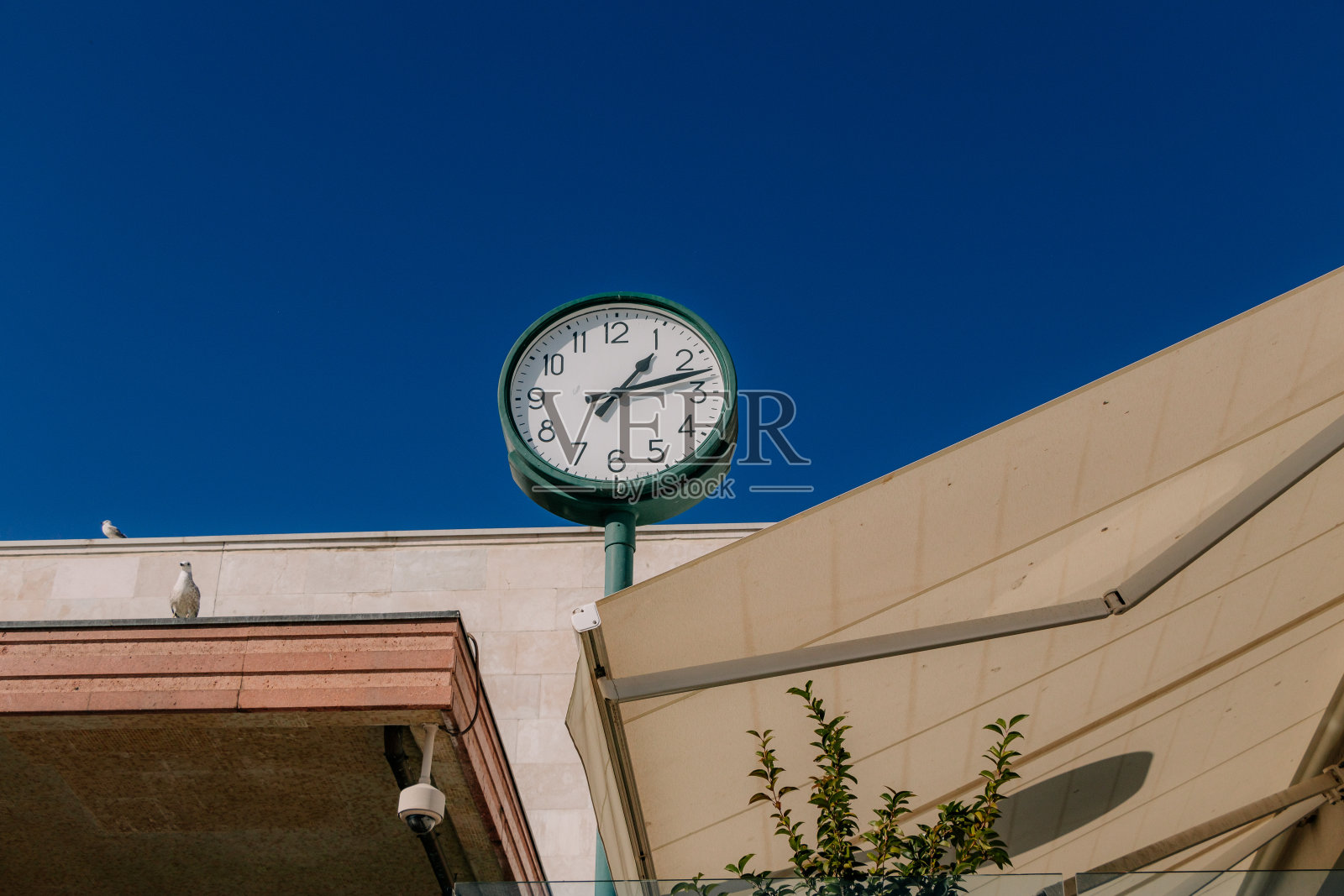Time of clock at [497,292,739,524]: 1:12
